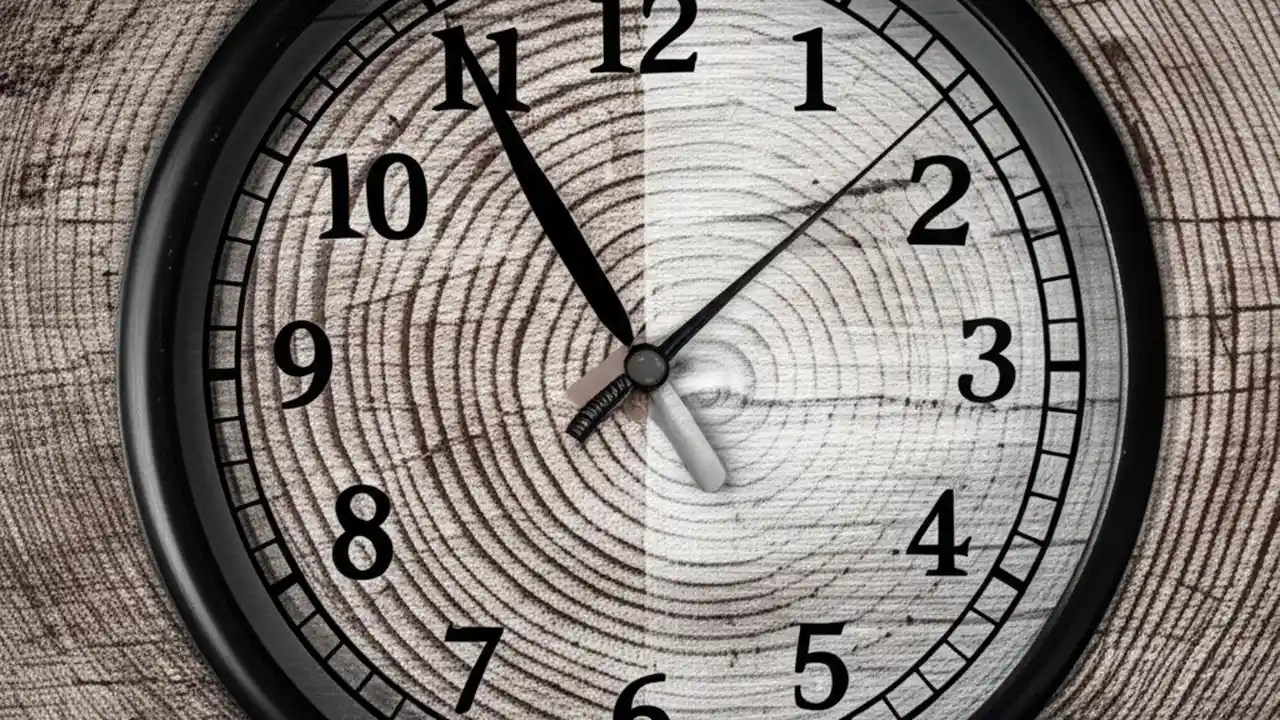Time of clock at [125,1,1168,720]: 11:08
